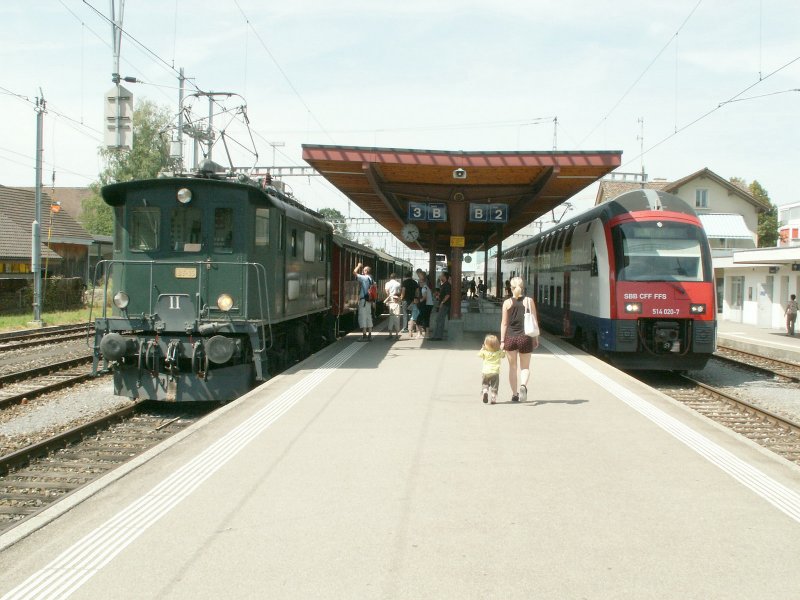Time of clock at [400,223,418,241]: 2:23
